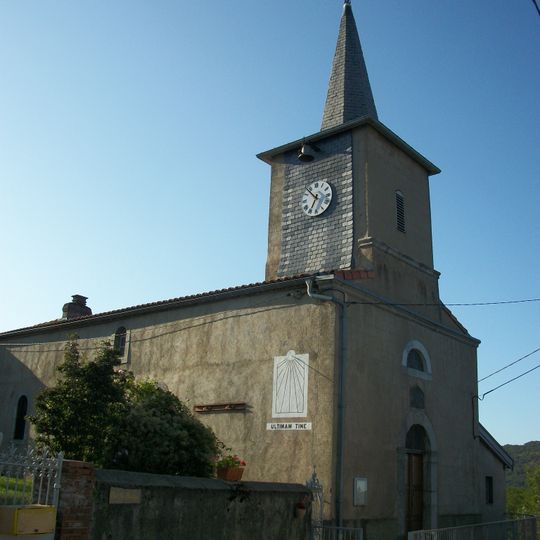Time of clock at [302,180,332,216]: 6:53
